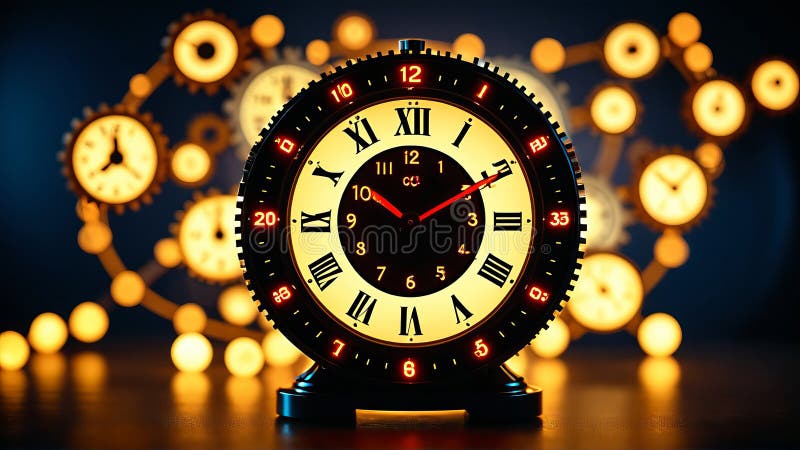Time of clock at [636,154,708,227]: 10:07
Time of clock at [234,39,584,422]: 10:10
